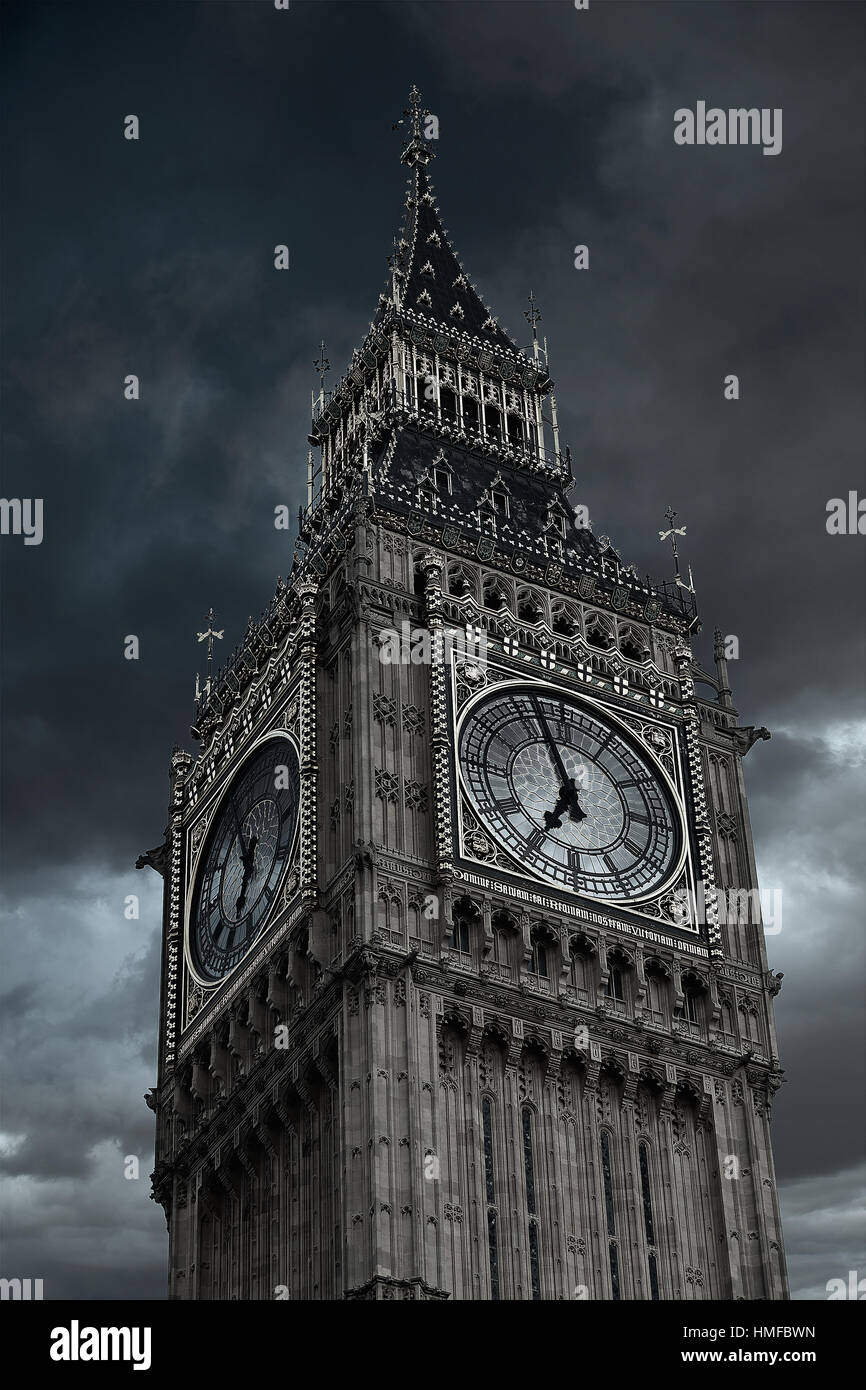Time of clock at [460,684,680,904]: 6:56
